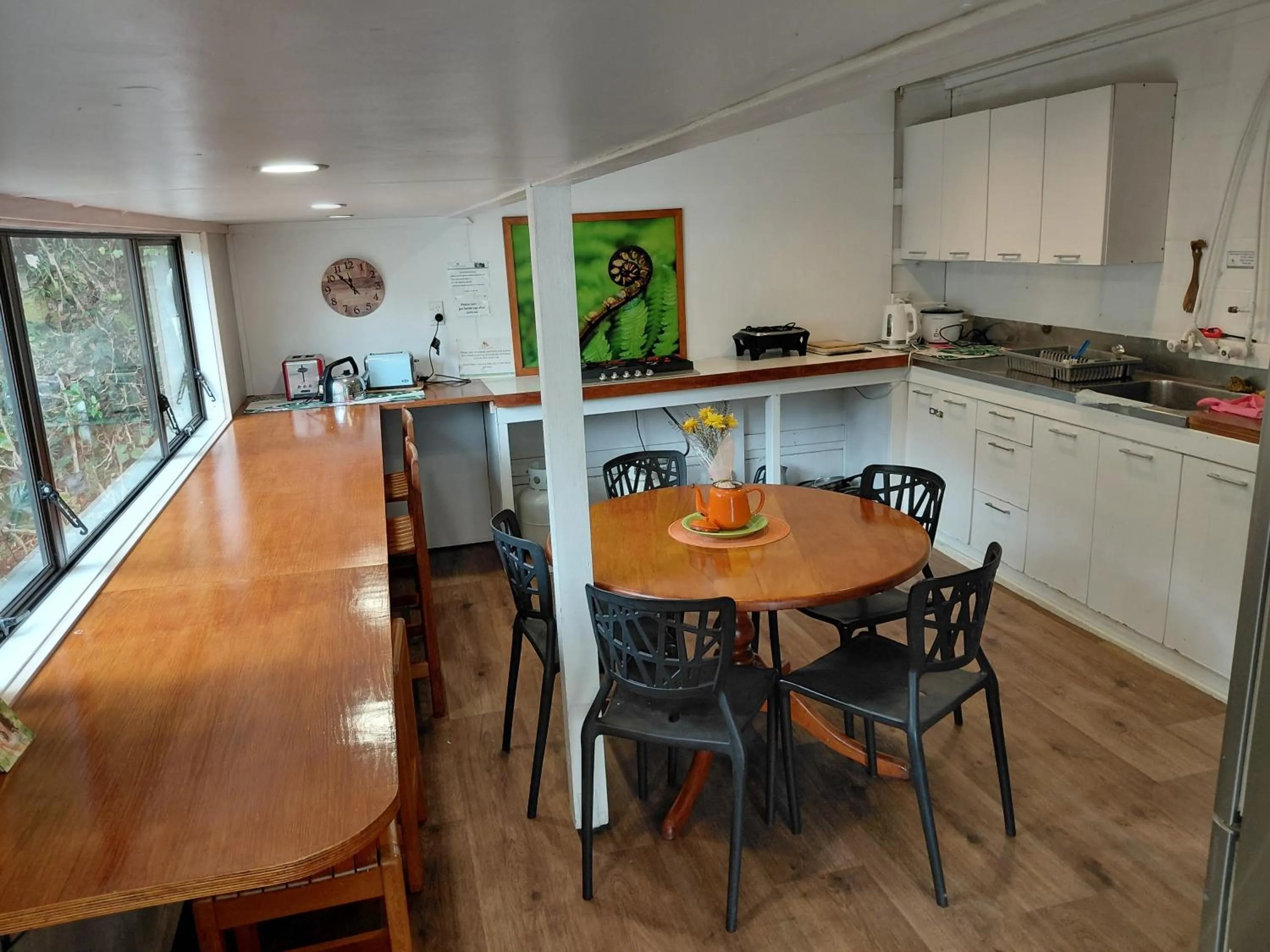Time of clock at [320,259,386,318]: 11:53
